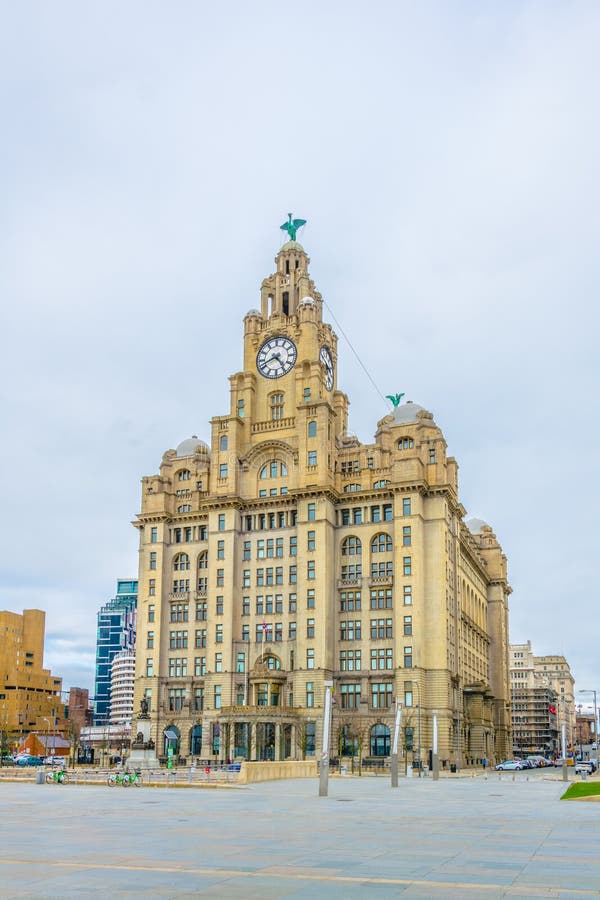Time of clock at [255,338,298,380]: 4:41
